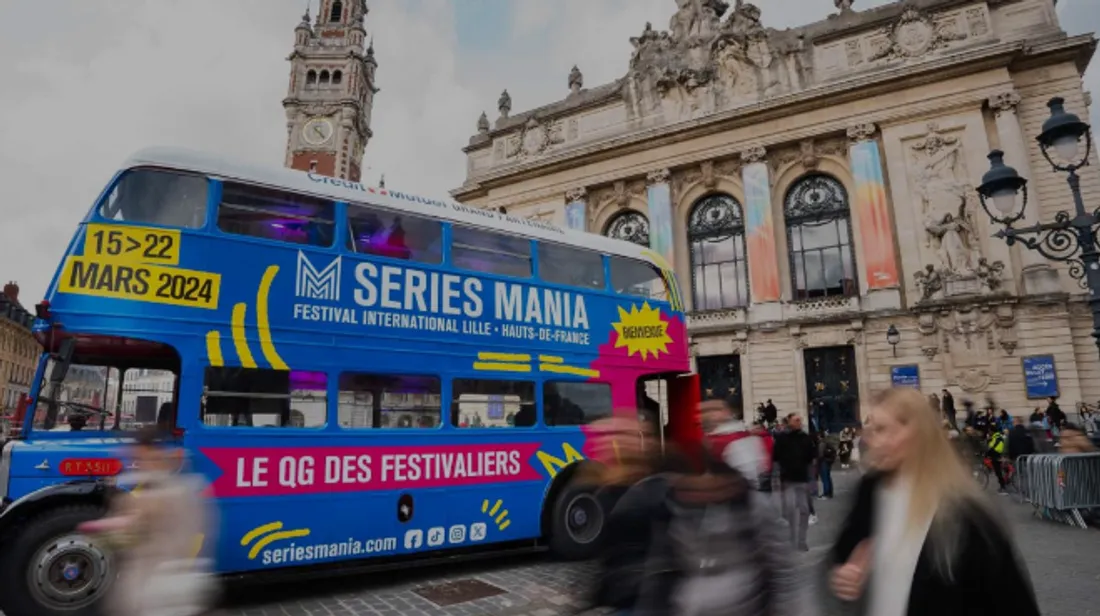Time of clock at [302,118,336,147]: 4:22
